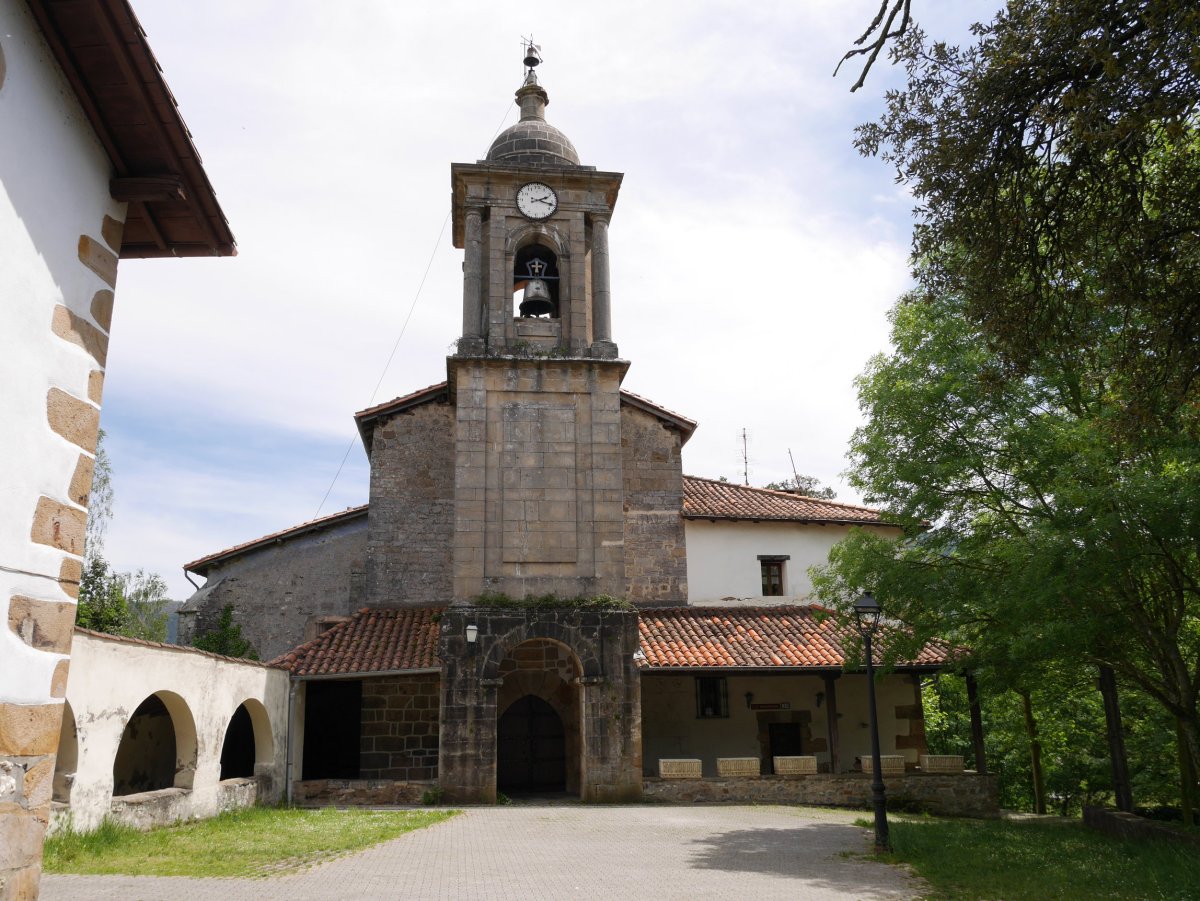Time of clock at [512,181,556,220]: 2:17
